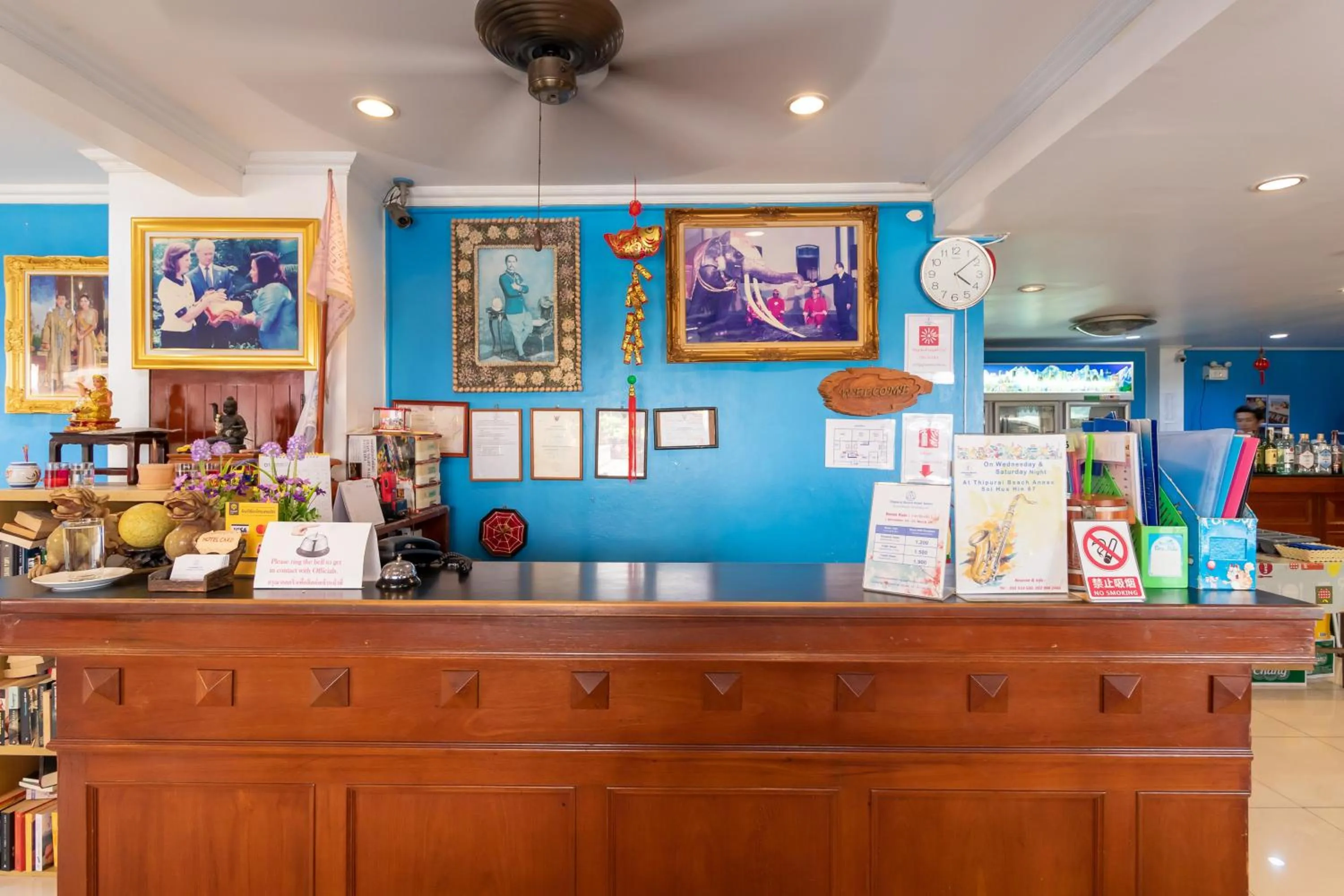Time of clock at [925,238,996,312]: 4:08
